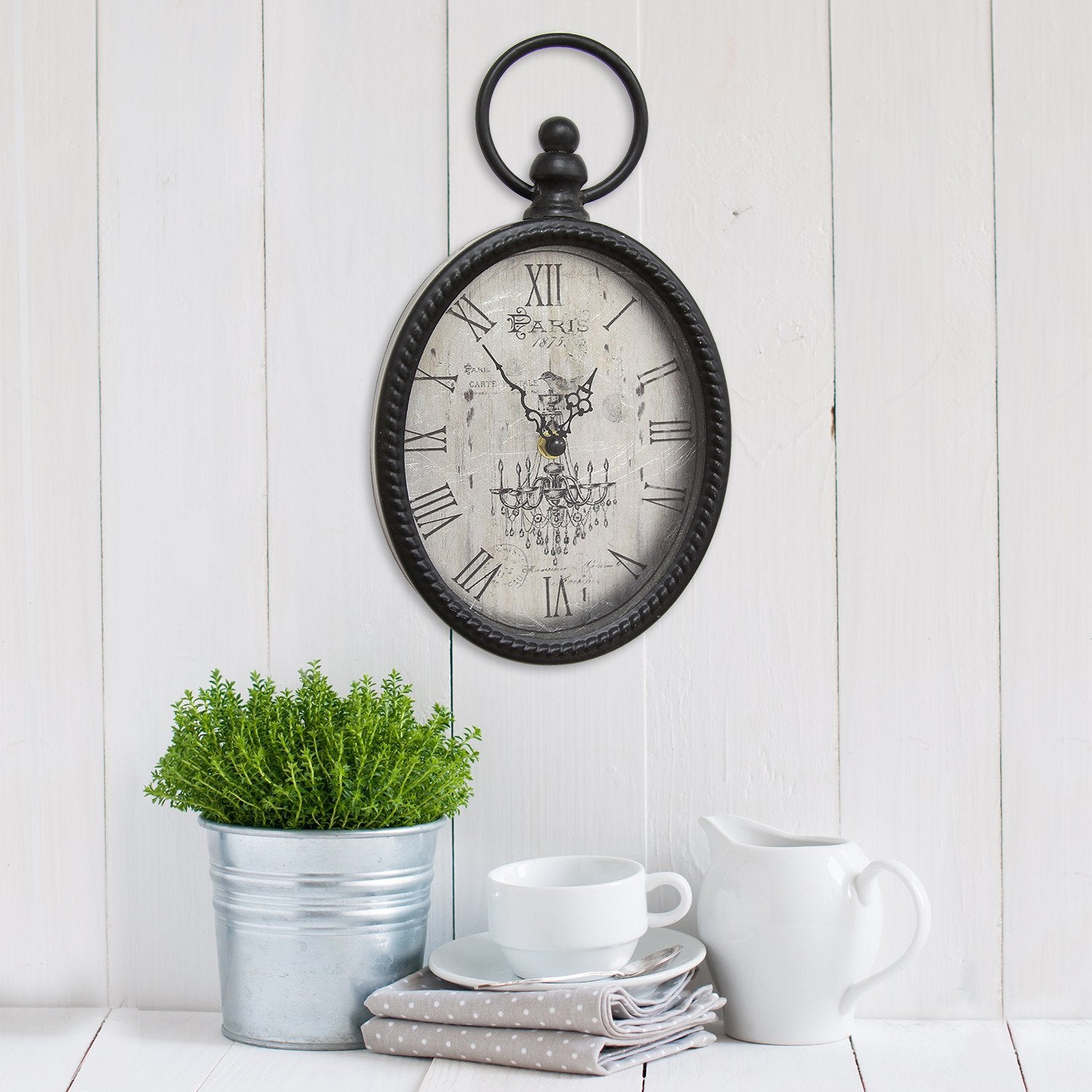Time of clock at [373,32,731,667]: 11:53
